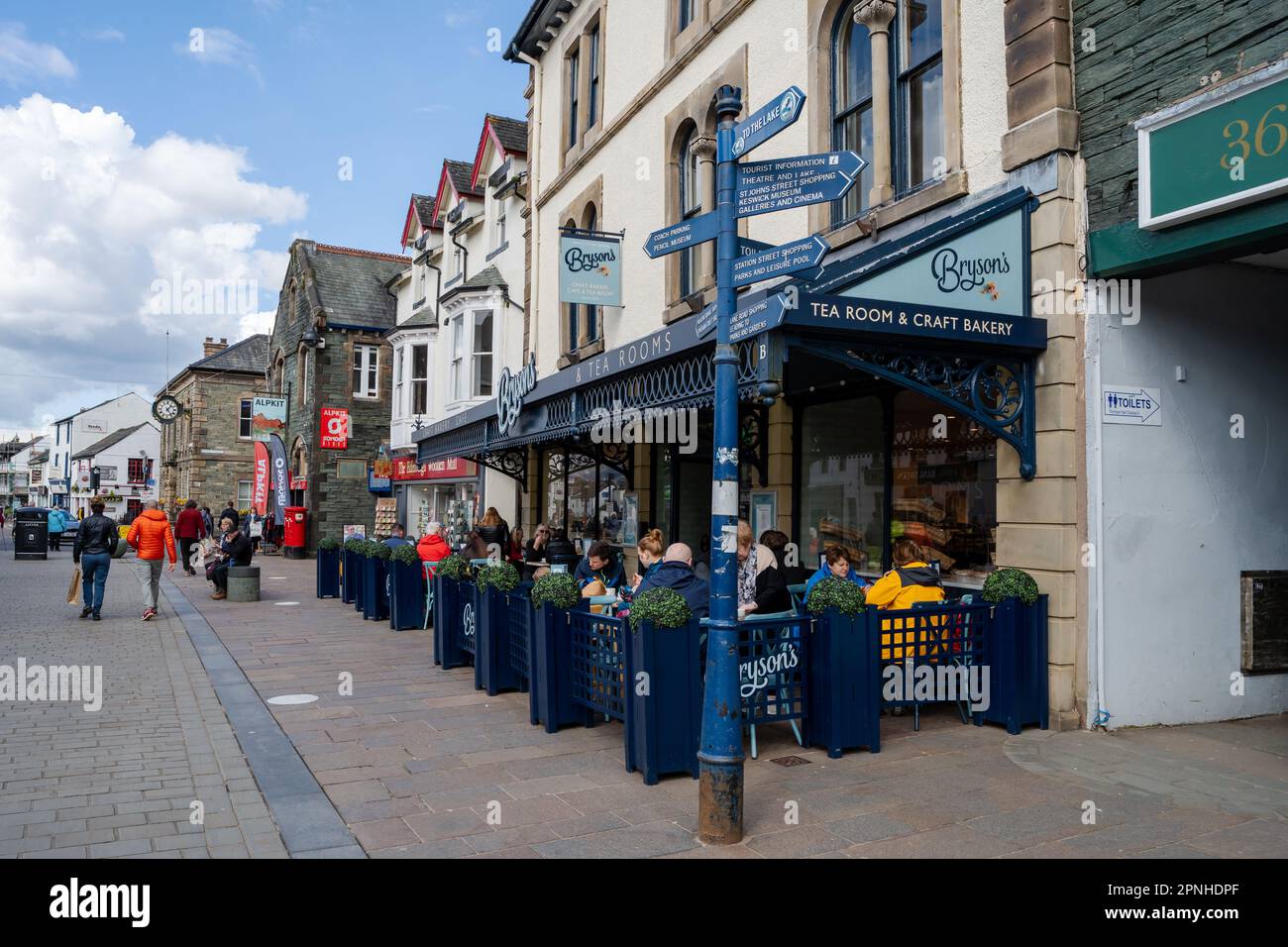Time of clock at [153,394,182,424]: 1:24
